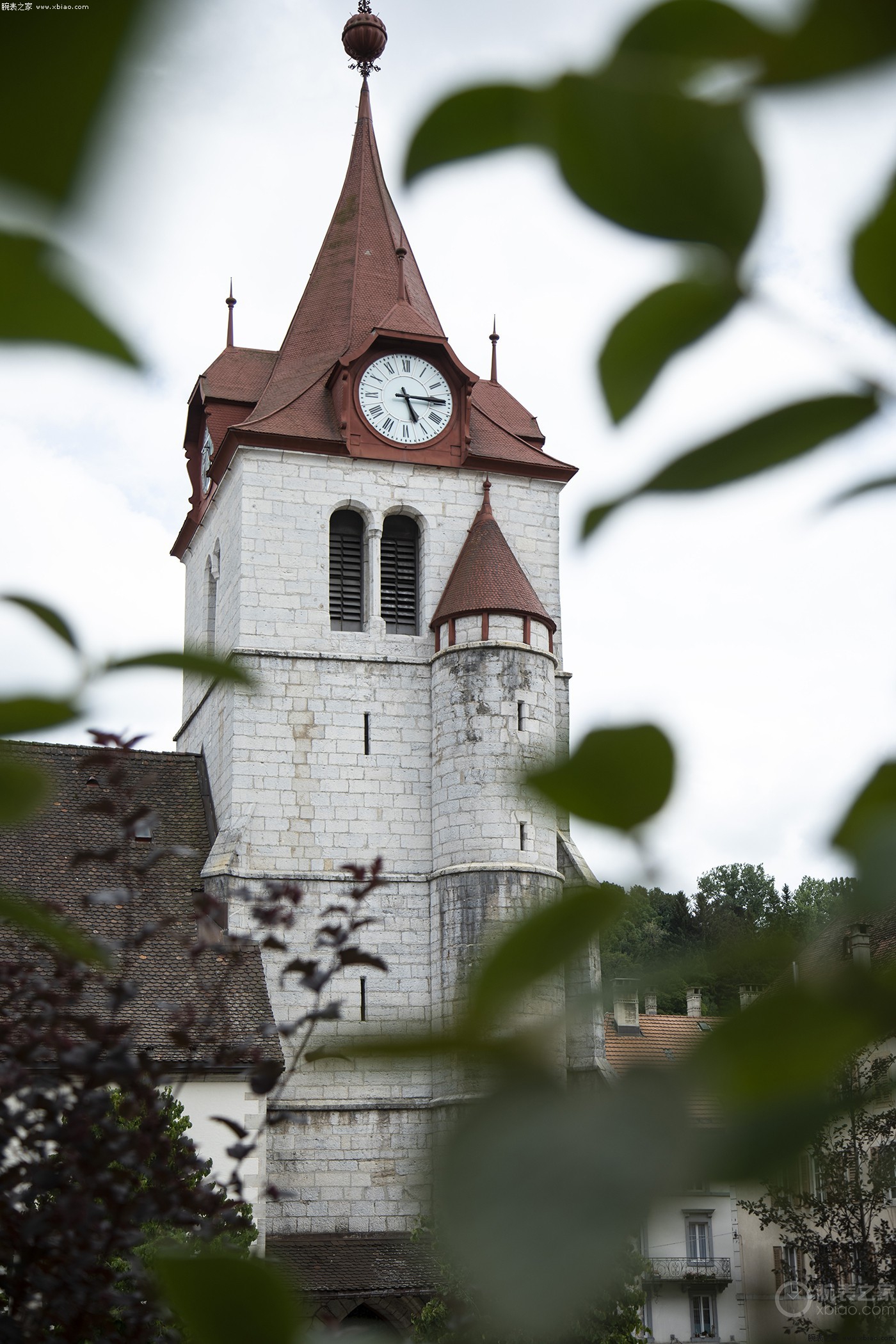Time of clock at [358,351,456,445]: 5:14
